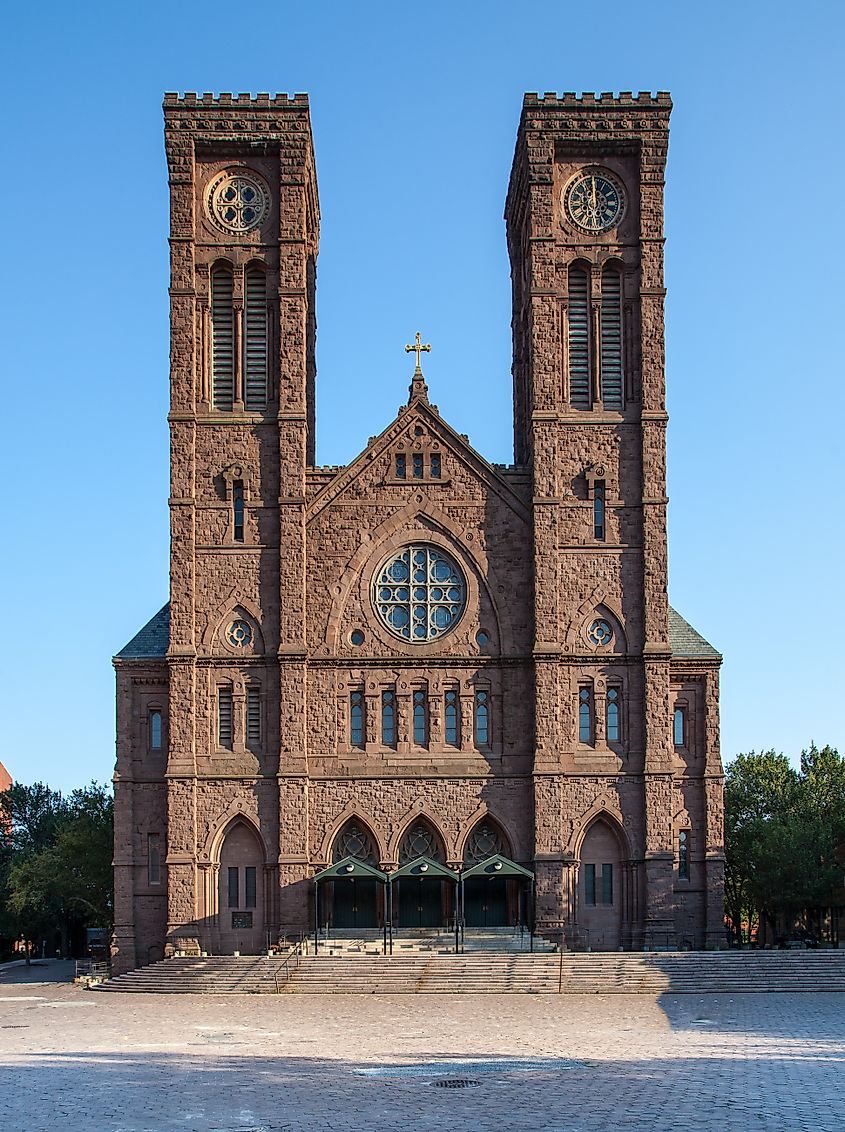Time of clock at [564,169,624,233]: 5:59
